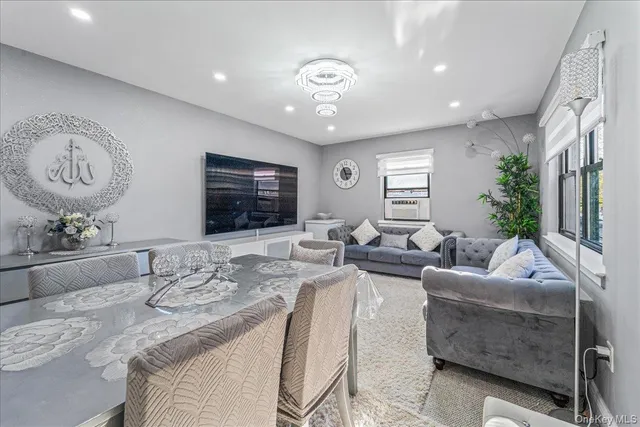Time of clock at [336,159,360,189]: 2:56
